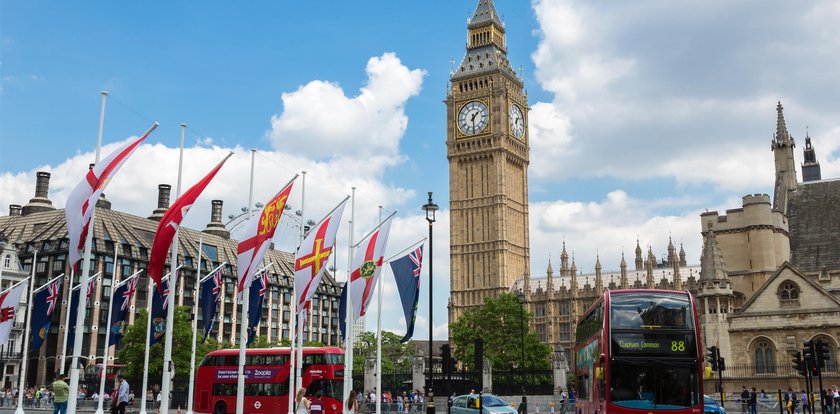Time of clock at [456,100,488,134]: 1:29
